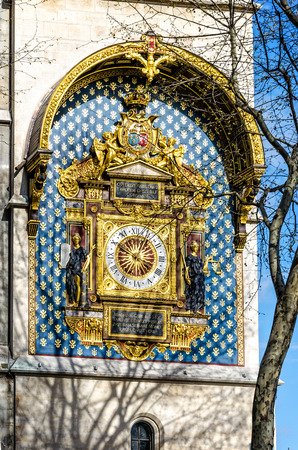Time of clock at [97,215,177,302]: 12:49
